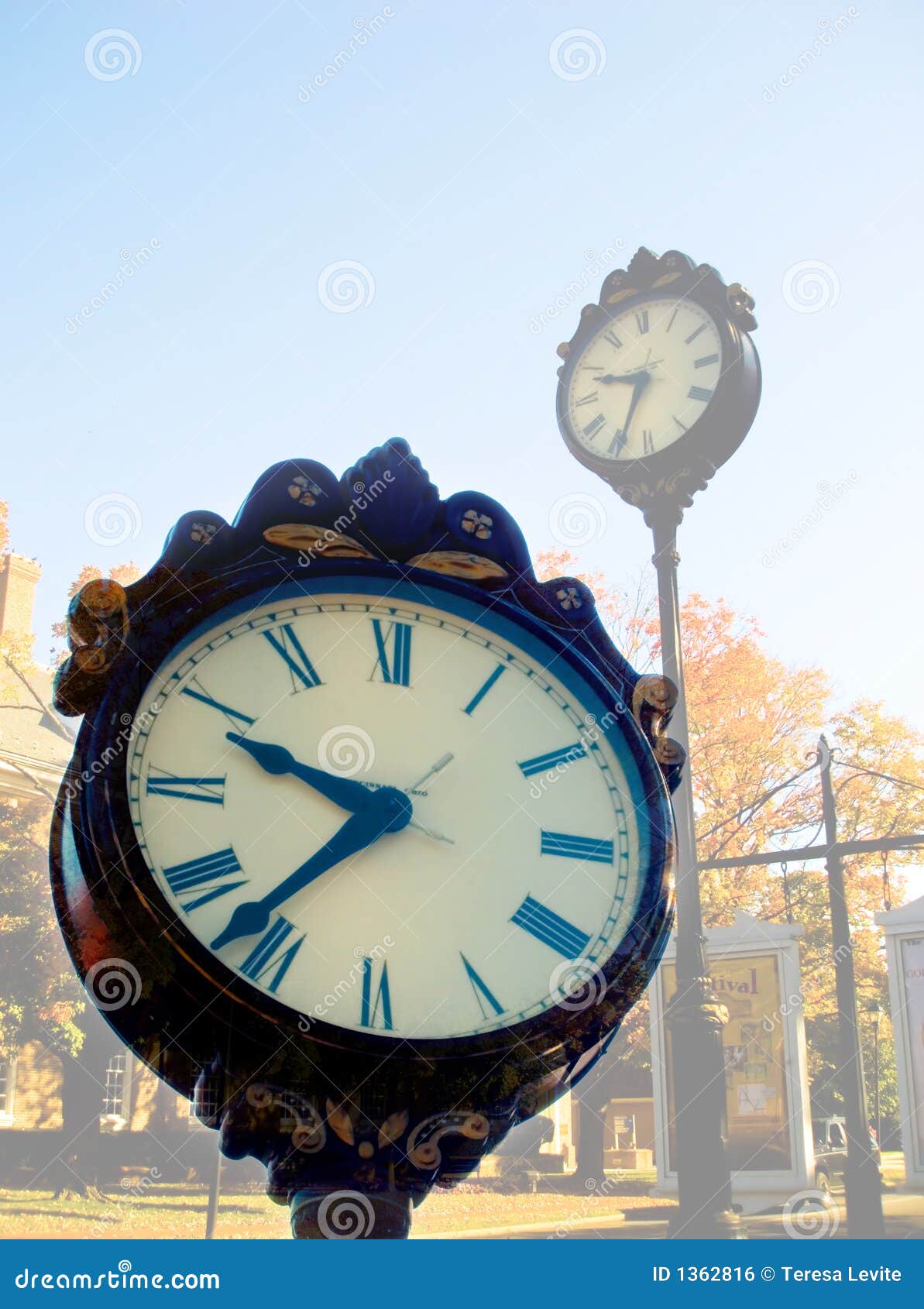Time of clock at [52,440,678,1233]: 9:36
